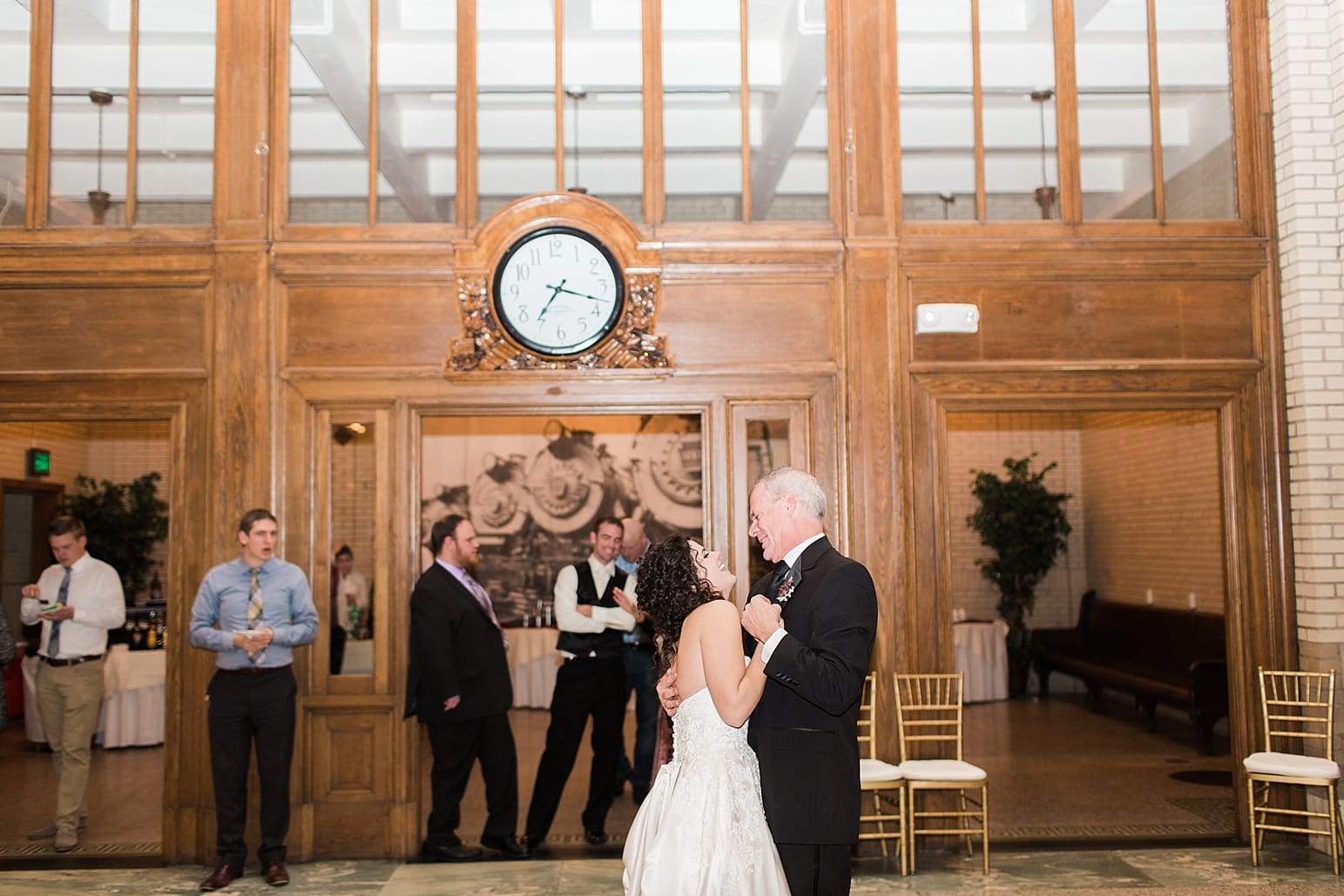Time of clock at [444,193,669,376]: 7:17
